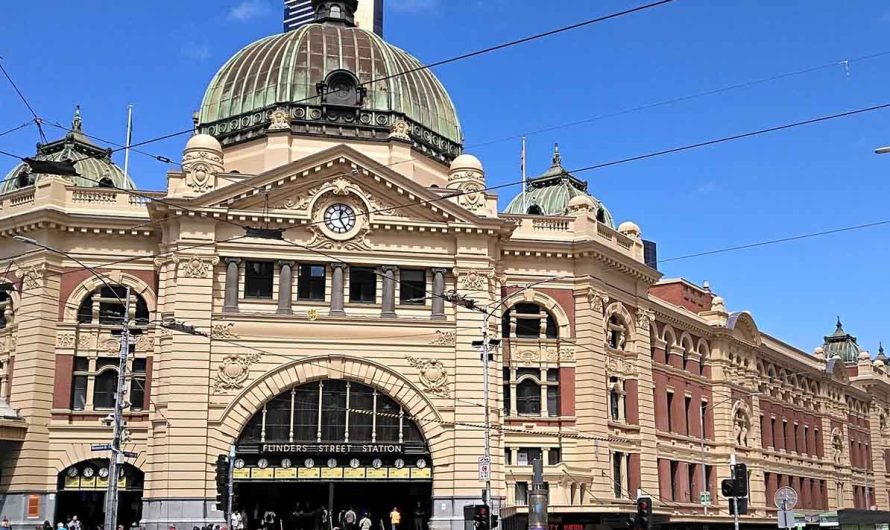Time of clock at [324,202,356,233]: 12:24
